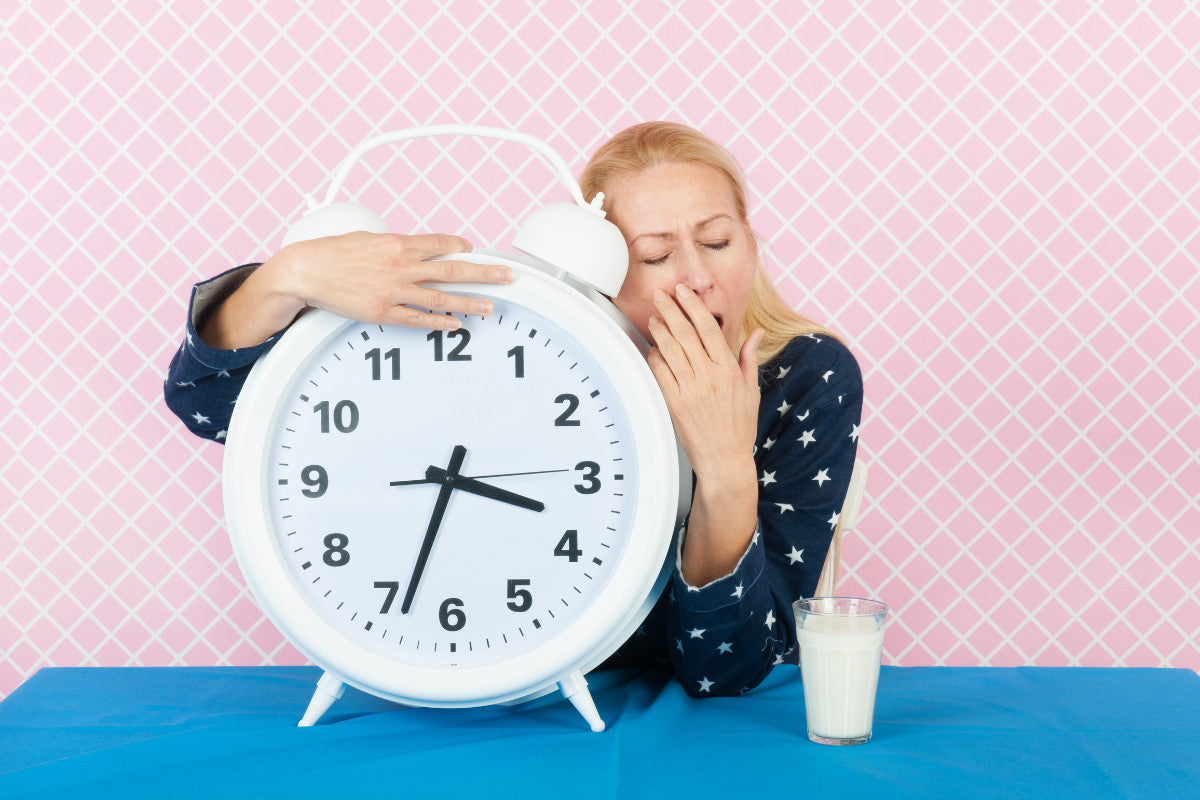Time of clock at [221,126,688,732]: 3:33
